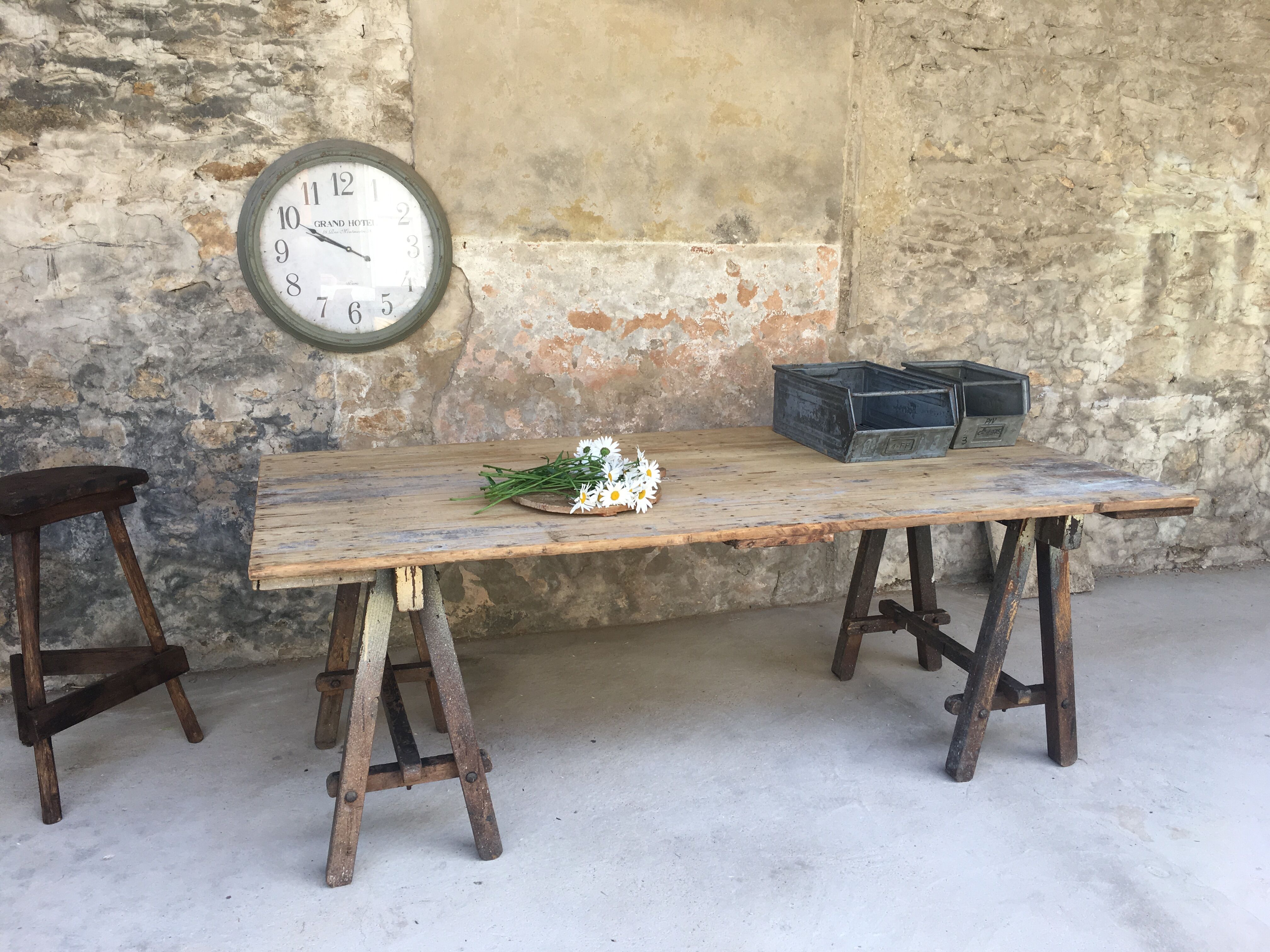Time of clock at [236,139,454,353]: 9:49
